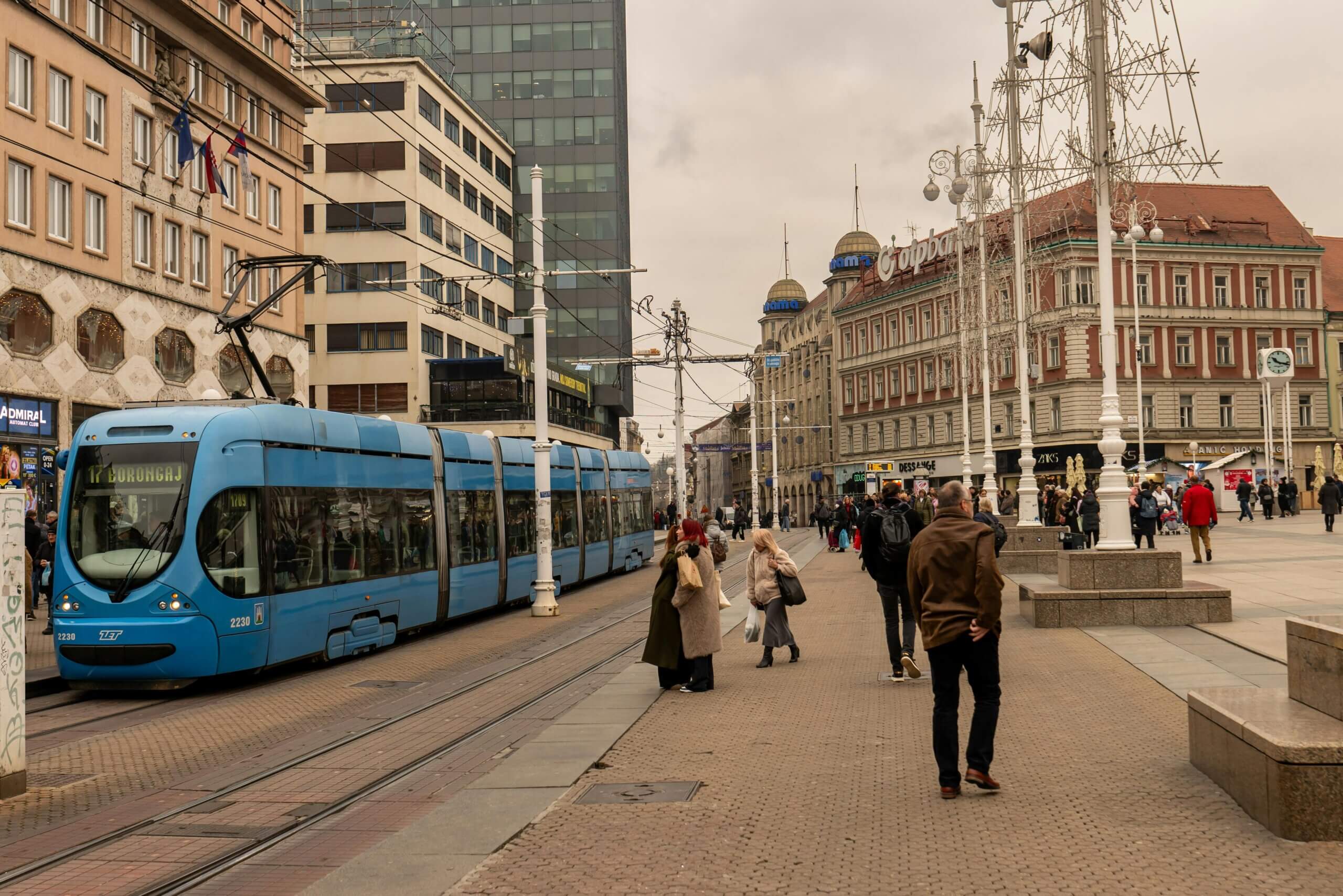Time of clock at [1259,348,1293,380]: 10:17
